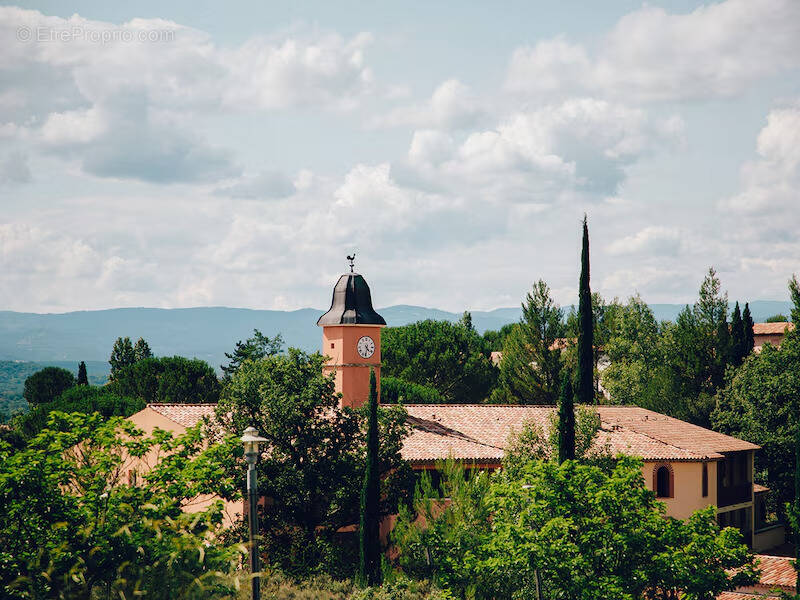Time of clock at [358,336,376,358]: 4:31
